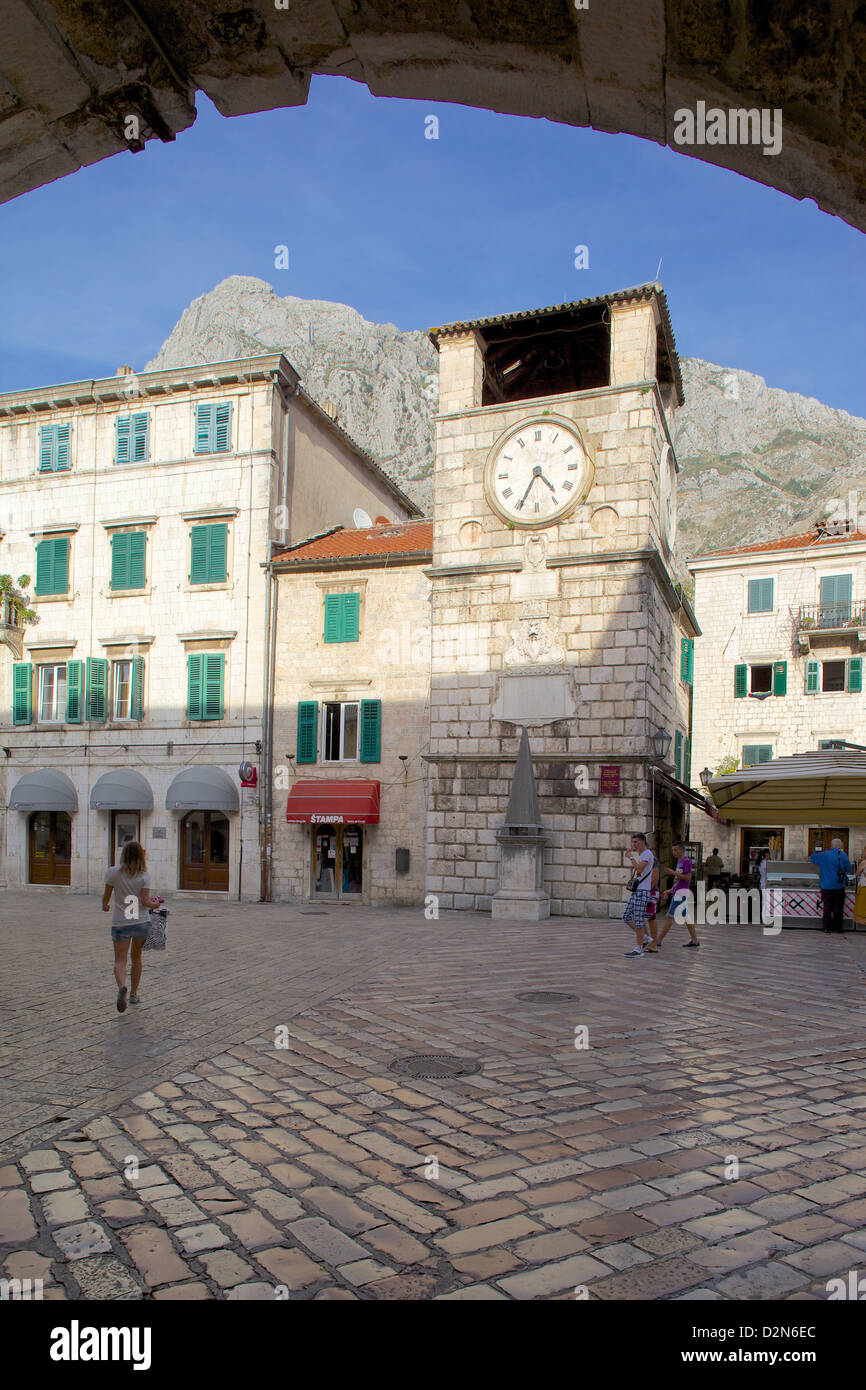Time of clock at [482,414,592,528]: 4:34
